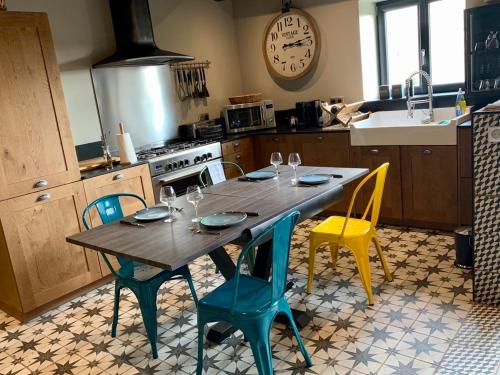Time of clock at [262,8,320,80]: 3:13
